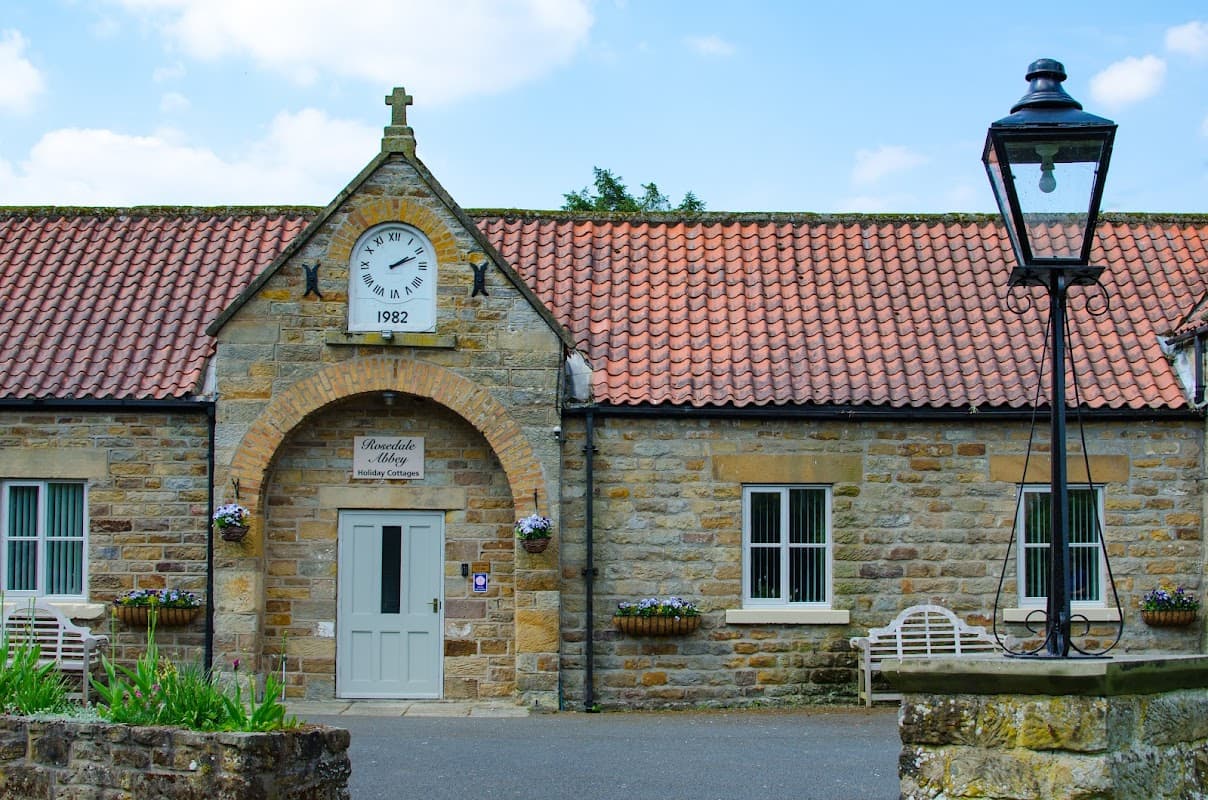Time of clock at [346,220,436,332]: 2:11
